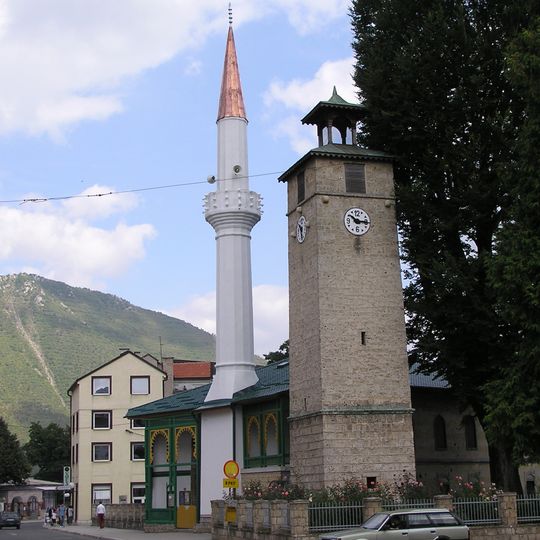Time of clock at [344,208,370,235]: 10:15
